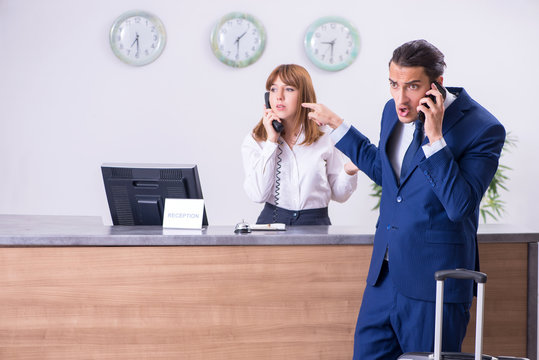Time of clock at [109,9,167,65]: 7:29
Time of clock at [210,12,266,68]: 1:29
